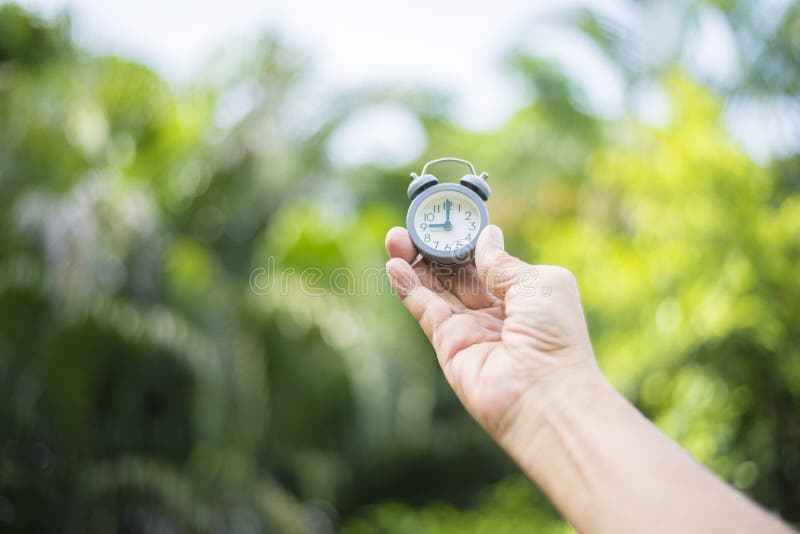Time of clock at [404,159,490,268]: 9:00
